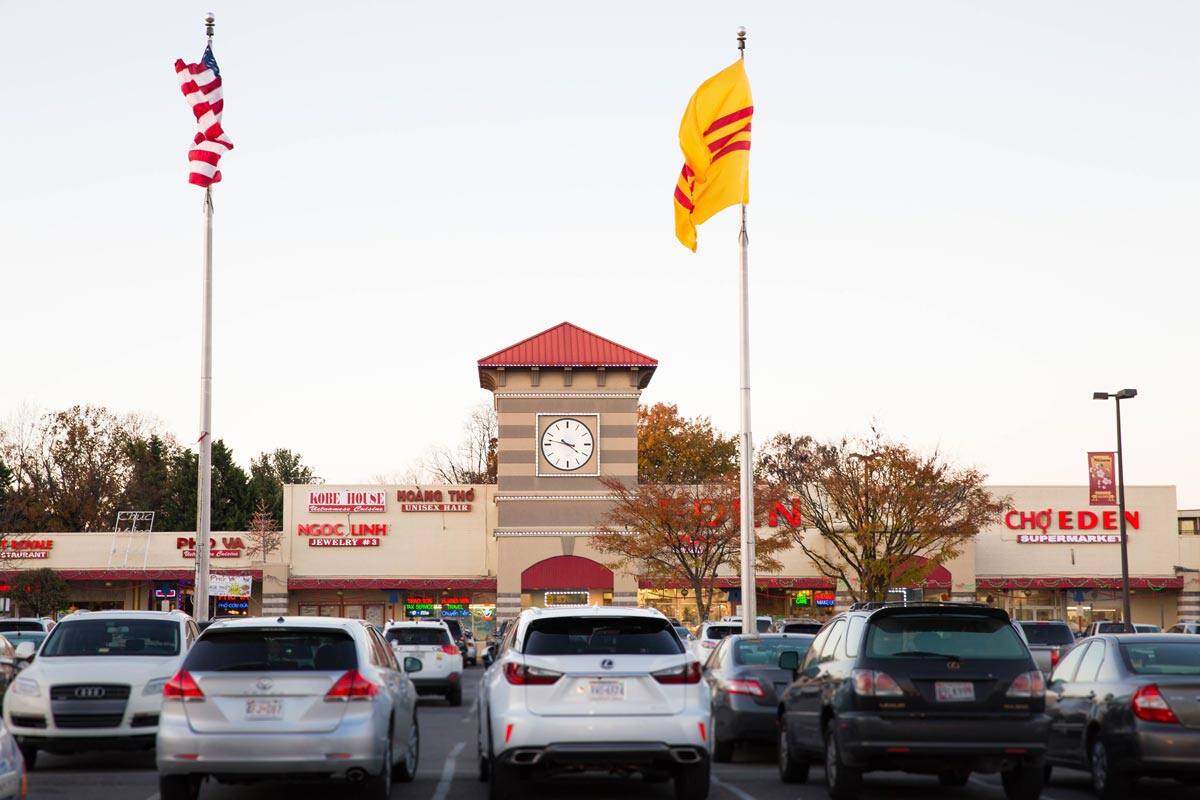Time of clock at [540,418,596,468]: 3:47
